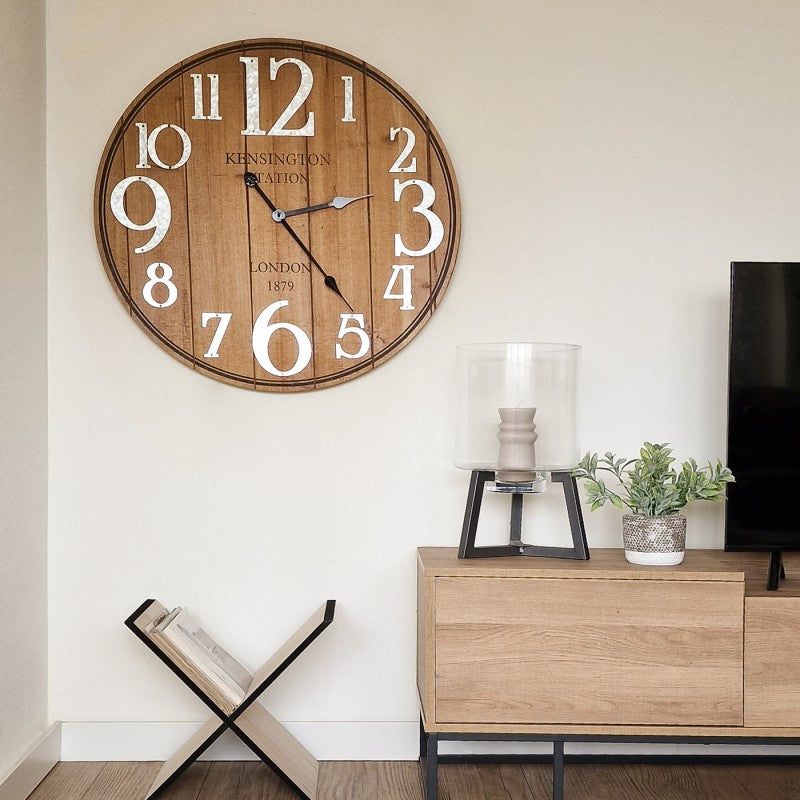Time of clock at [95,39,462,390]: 2:23
